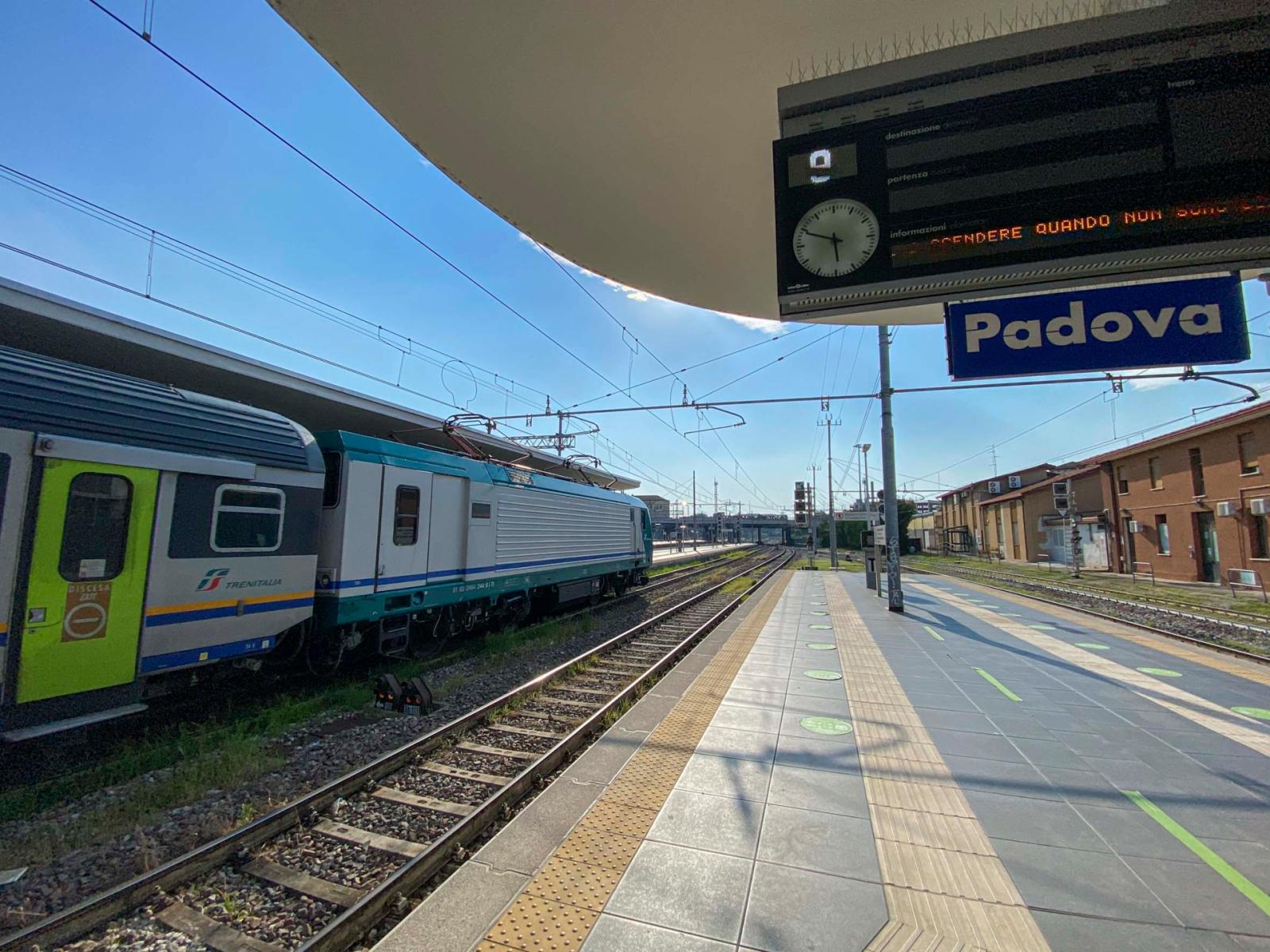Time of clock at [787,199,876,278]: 5:49
